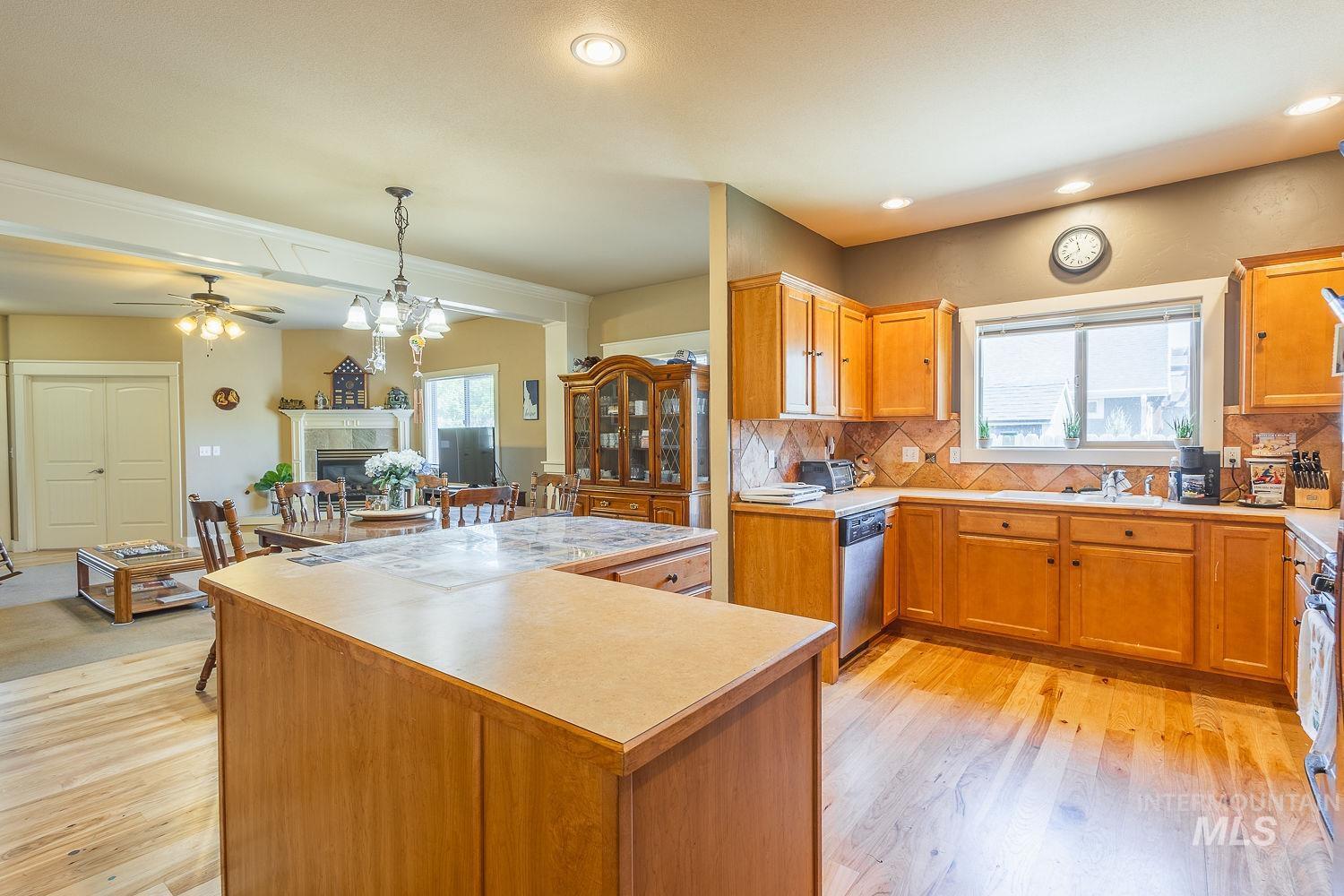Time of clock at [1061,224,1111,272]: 11:40
